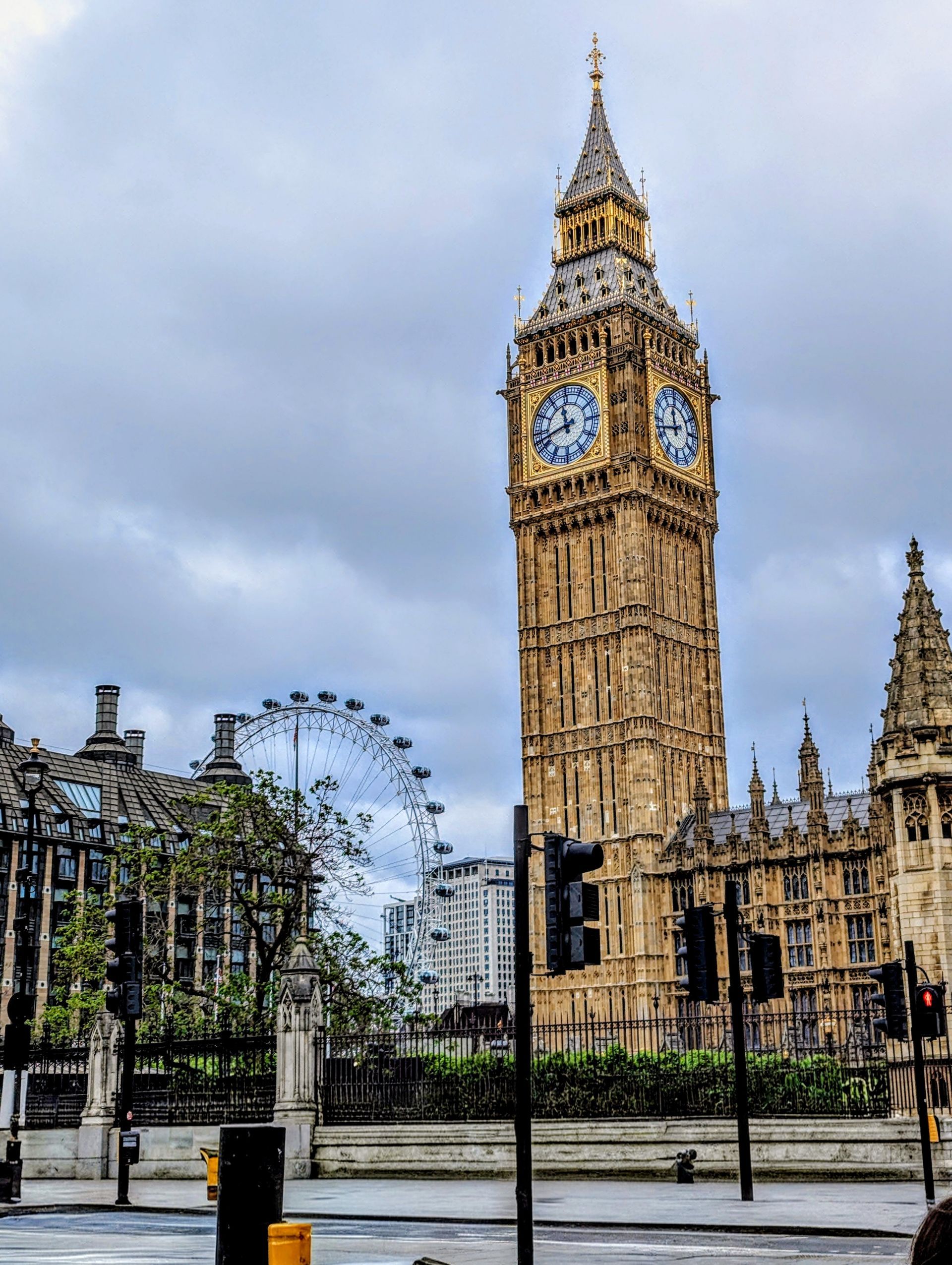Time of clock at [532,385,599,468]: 11:42
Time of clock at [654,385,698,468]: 11:42
